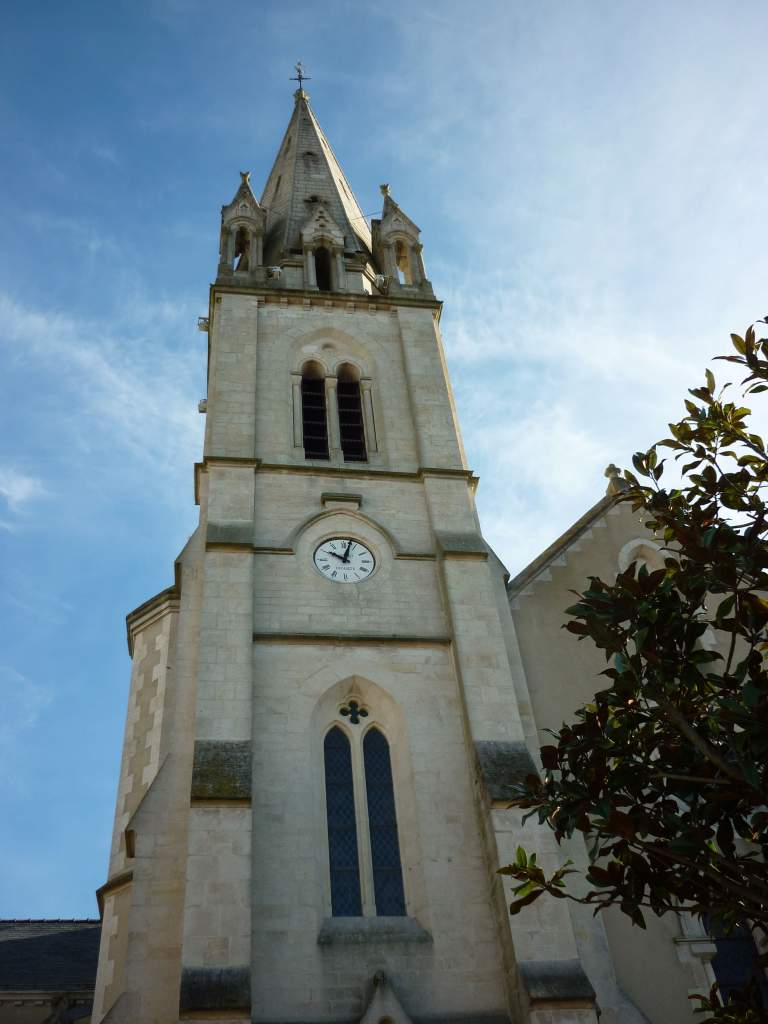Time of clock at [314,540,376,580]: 10:02
